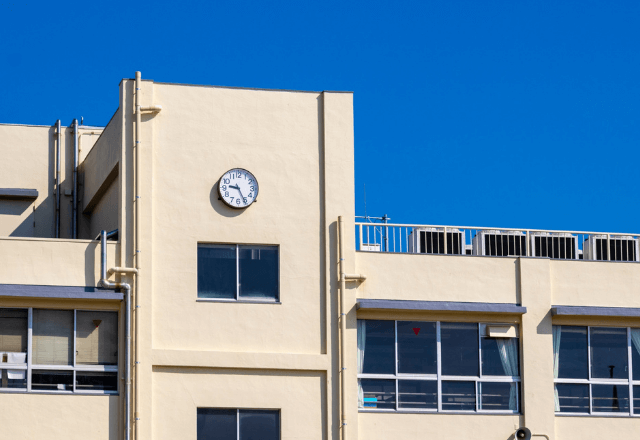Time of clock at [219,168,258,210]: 9:25
